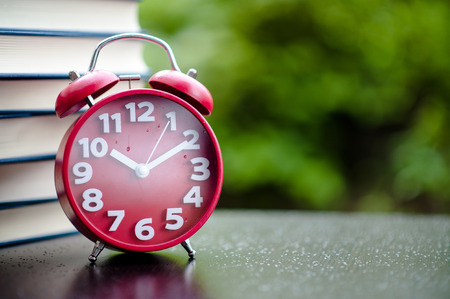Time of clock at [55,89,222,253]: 10:10
